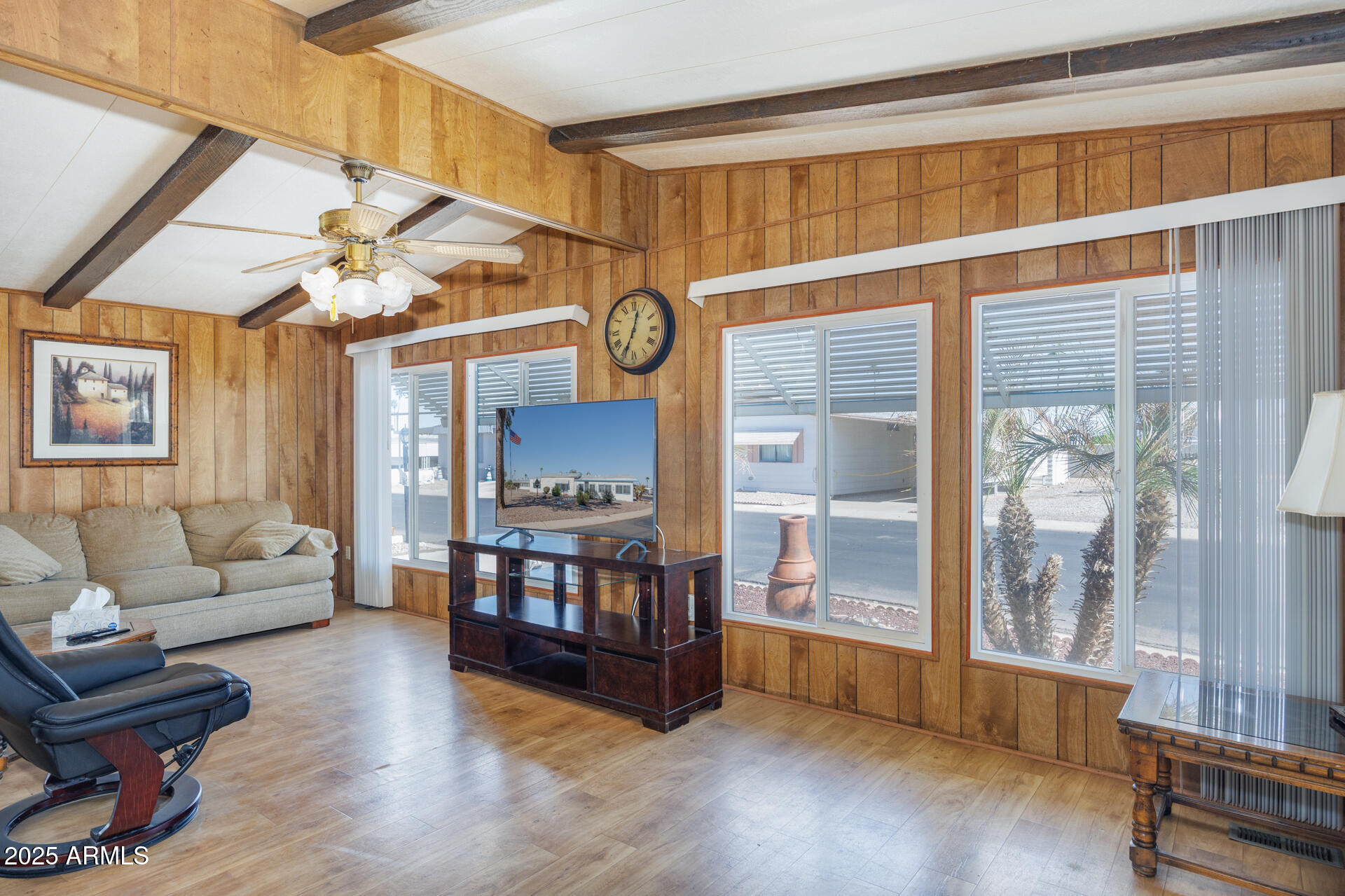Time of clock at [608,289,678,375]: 12:34
